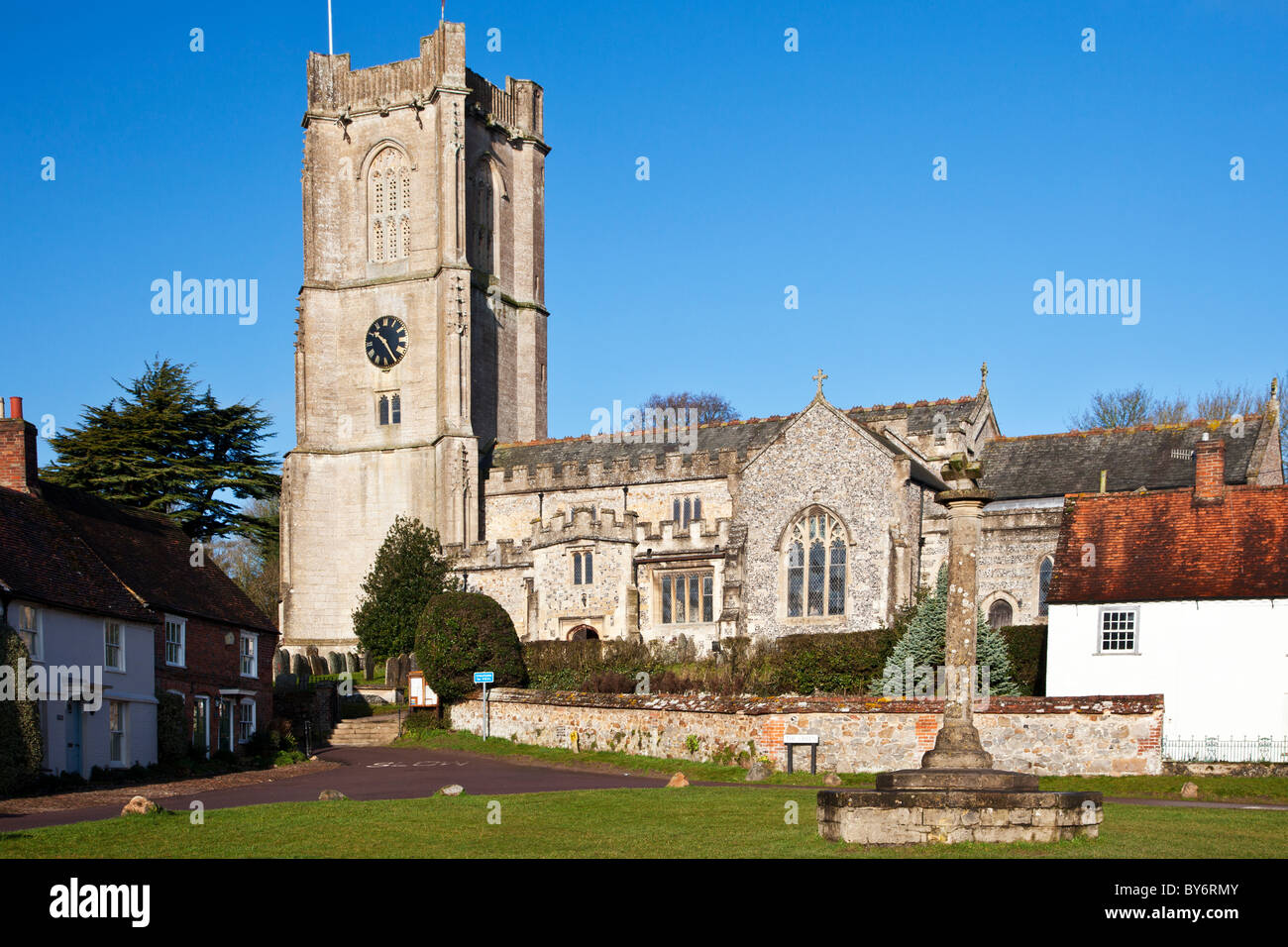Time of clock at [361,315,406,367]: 10:24
